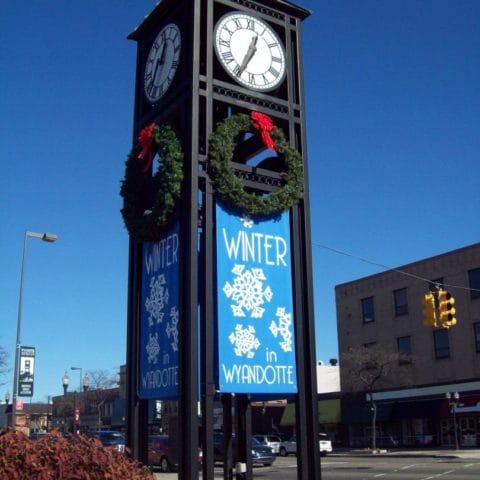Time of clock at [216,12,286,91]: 12:34
